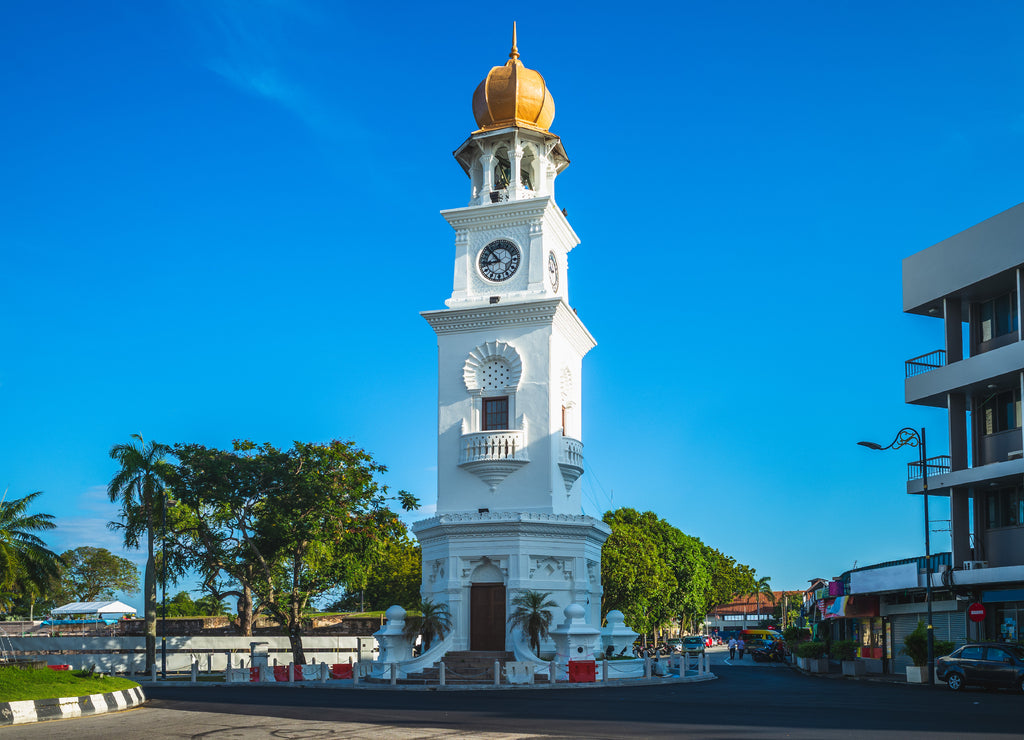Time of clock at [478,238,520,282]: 8:53
